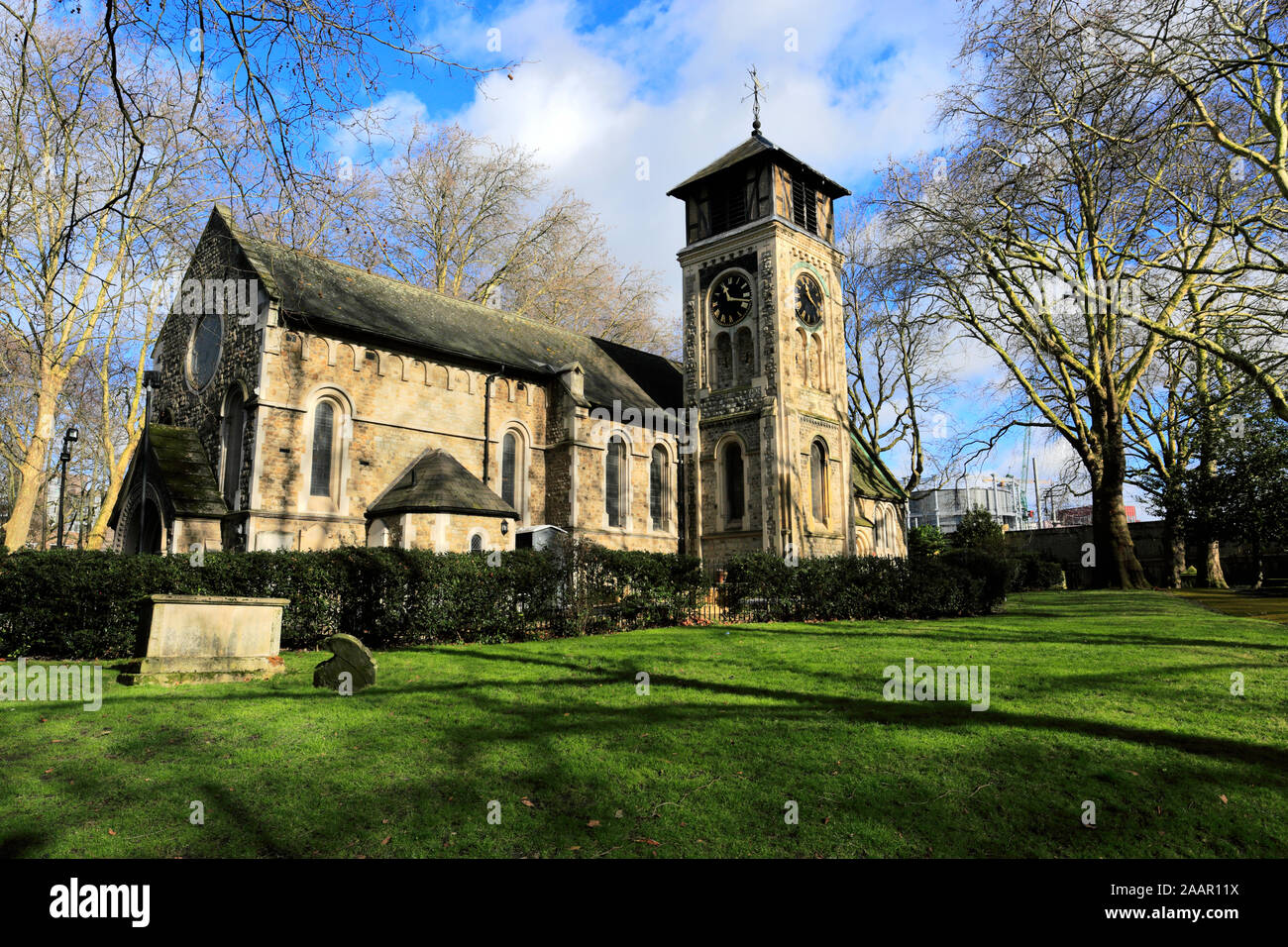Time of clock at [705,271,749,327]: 11:17
